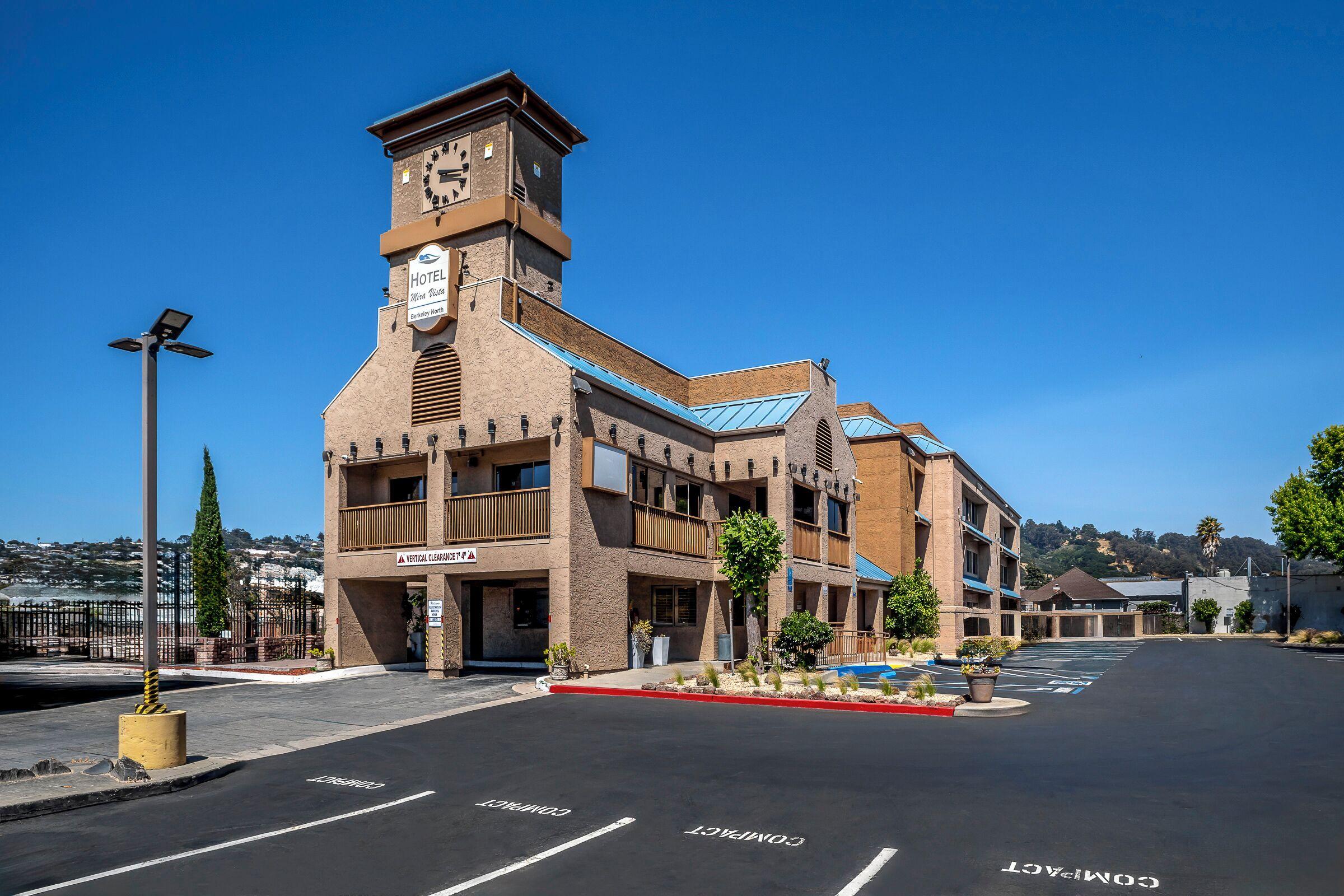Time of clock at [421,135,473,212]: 3:16
